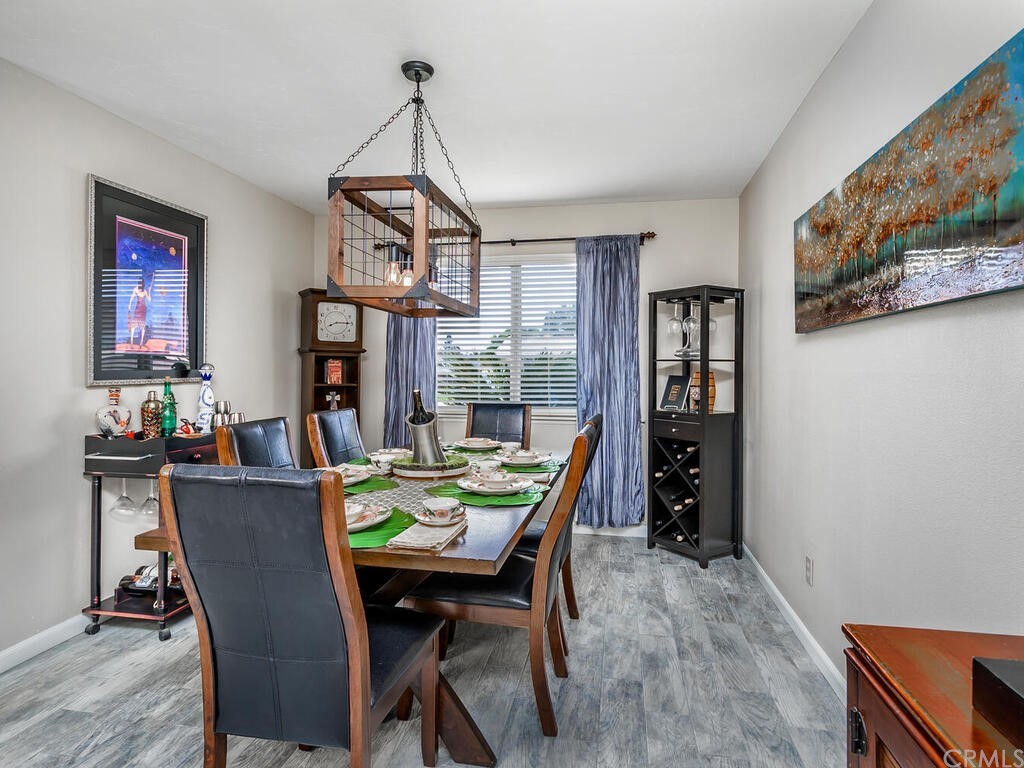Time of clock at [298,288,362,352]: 8:14
